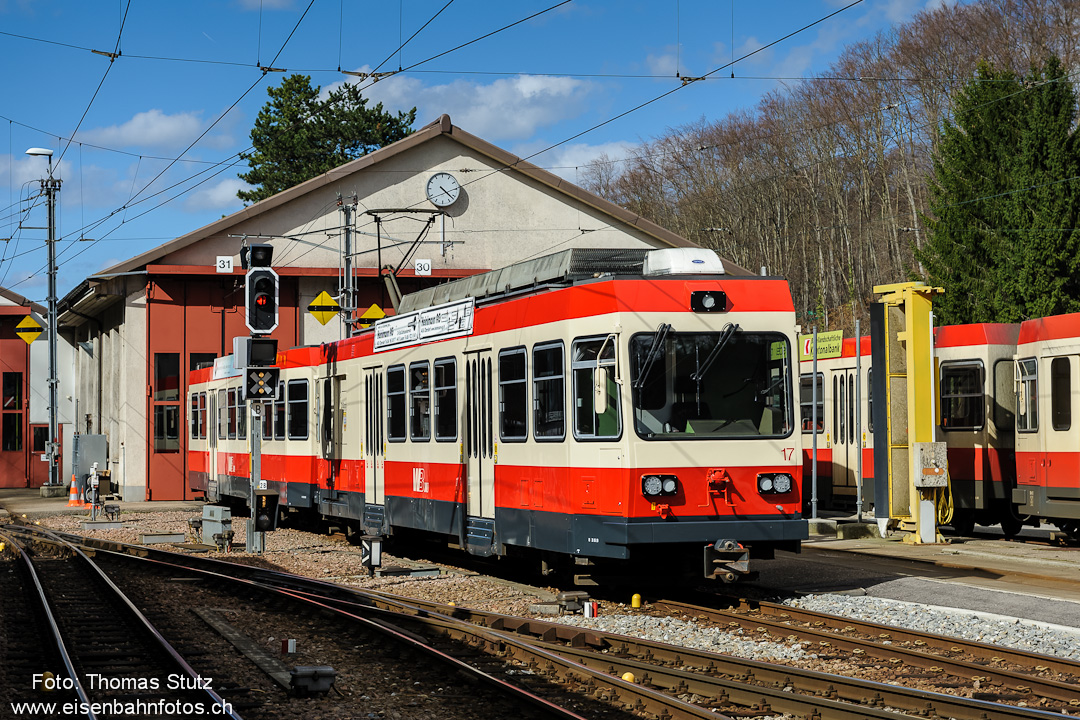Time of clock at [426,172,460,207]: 4:21
